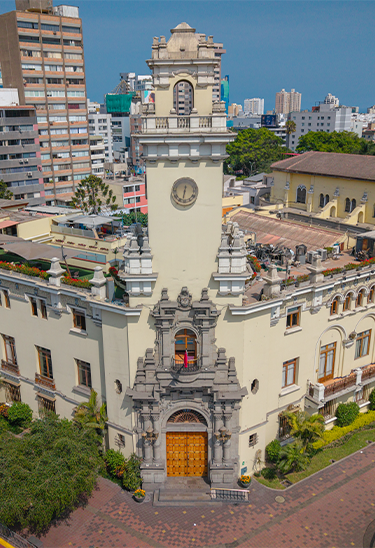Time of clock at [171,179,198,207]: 12:32
